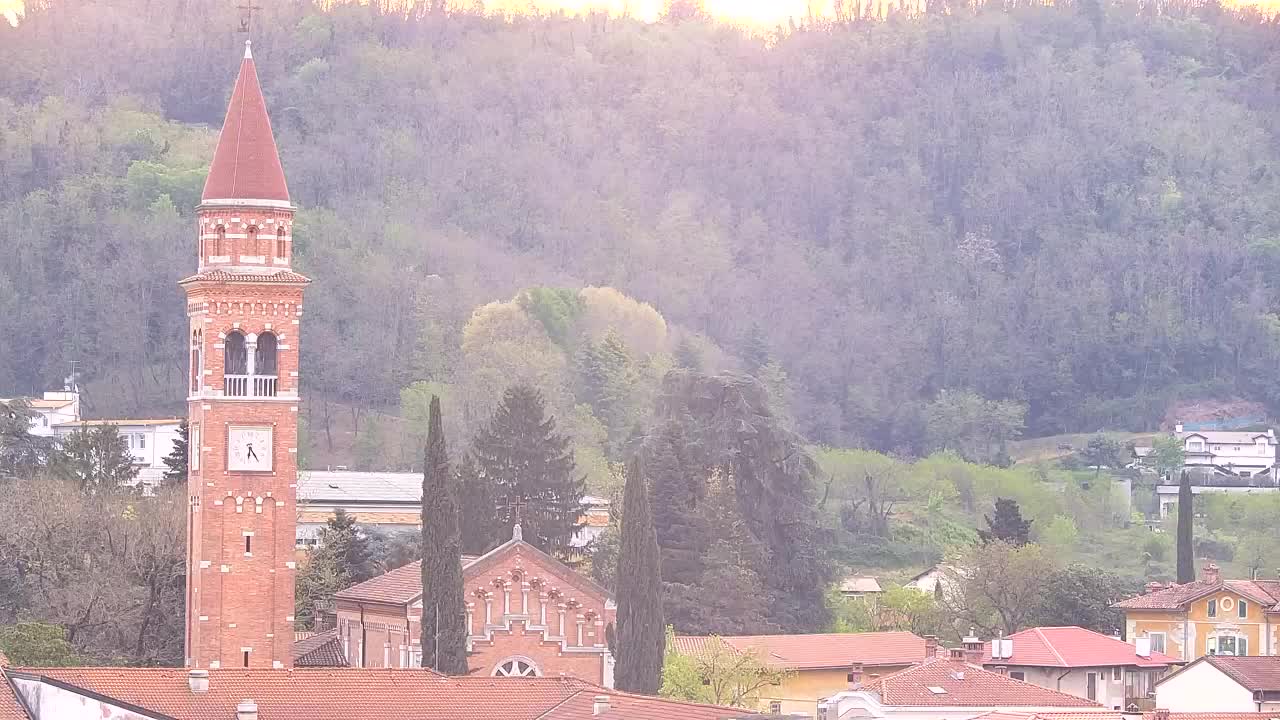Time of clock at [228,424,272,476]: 6:24
